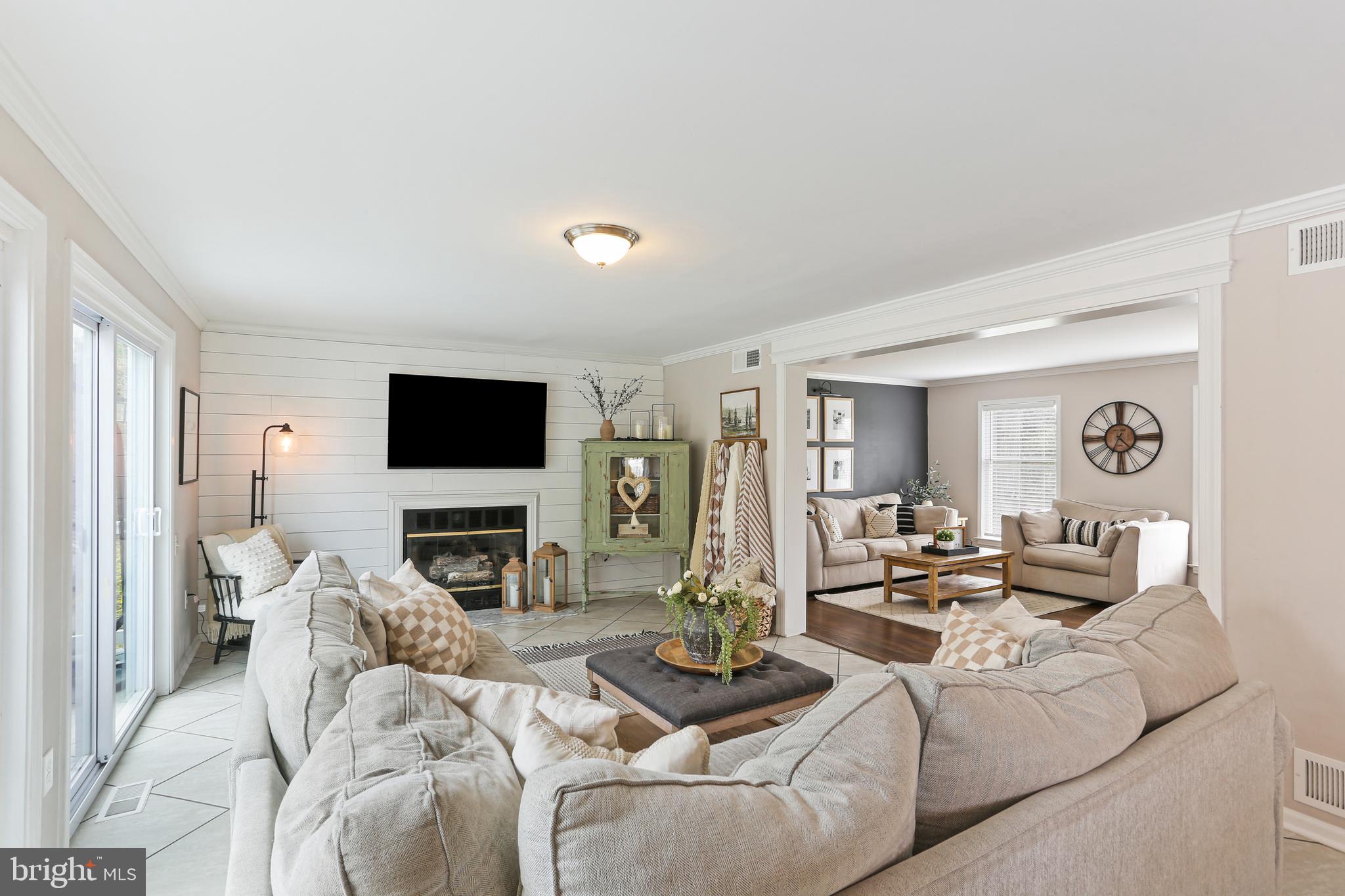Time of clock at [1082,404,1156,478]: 4:34
